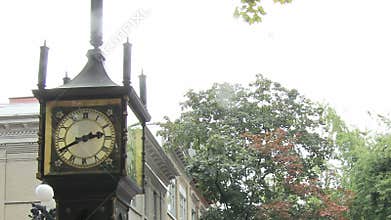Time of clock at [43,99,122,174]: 2:40
